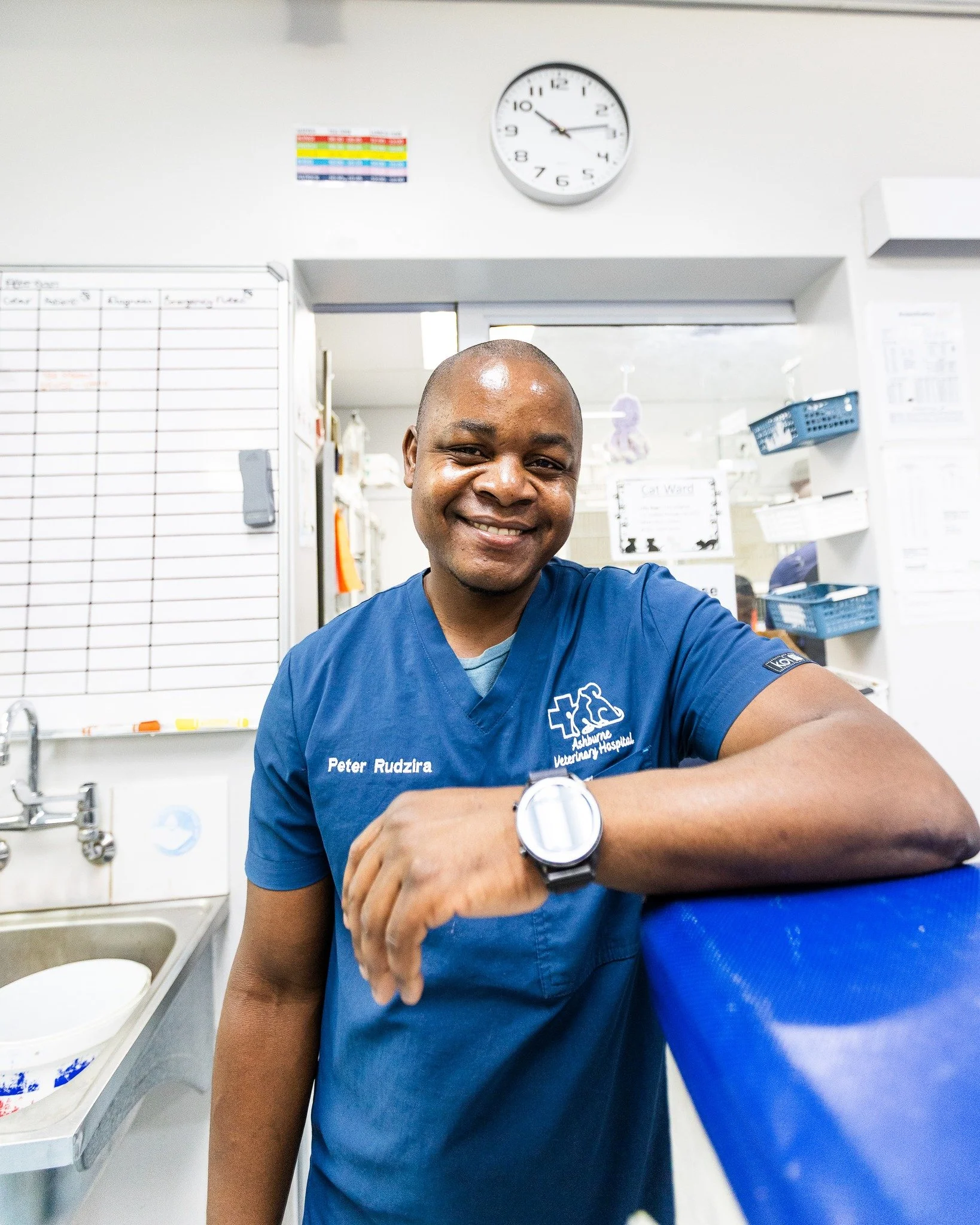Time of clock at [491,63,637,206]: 10:13
